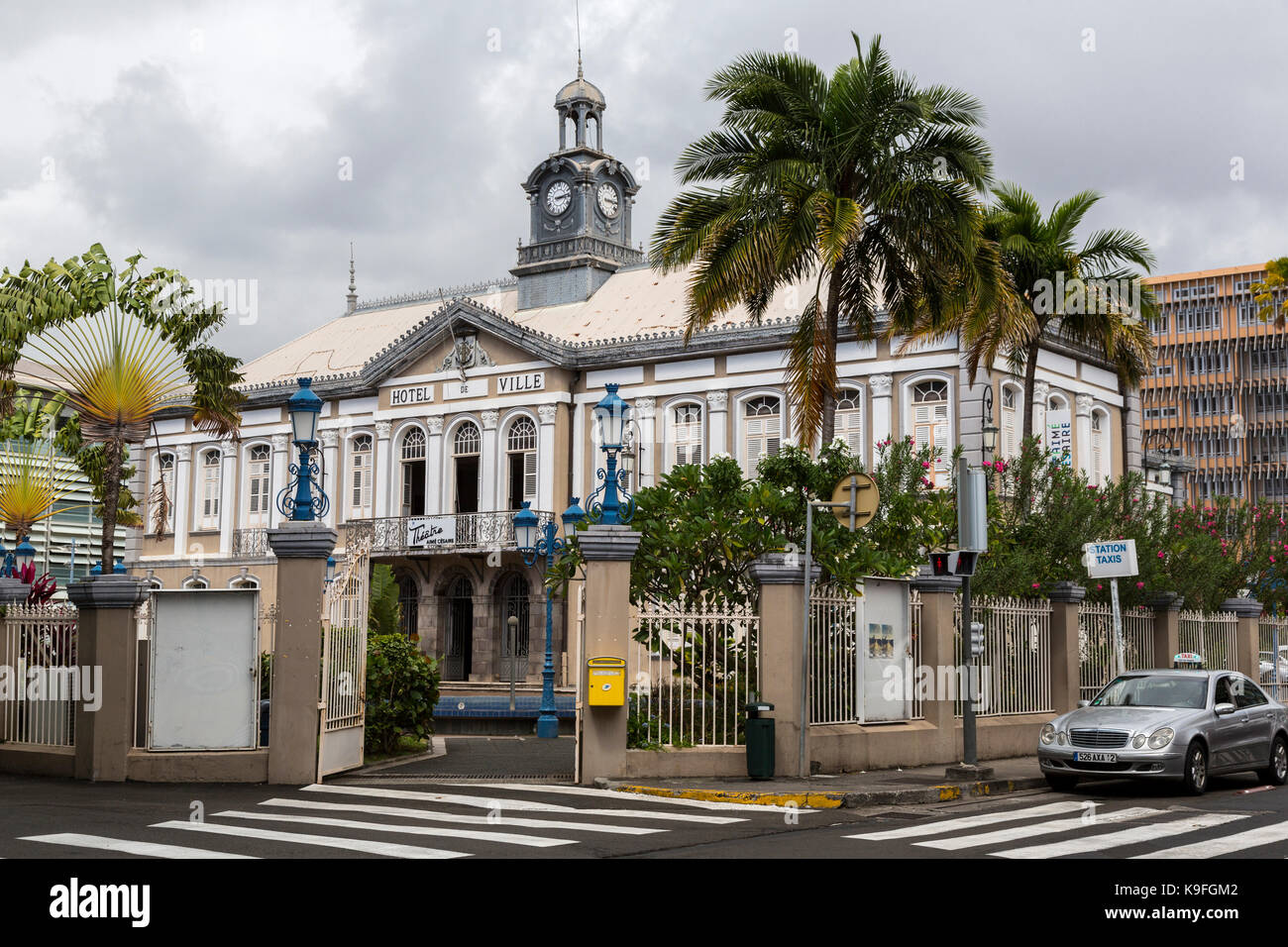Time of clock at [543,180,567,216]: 3:13
